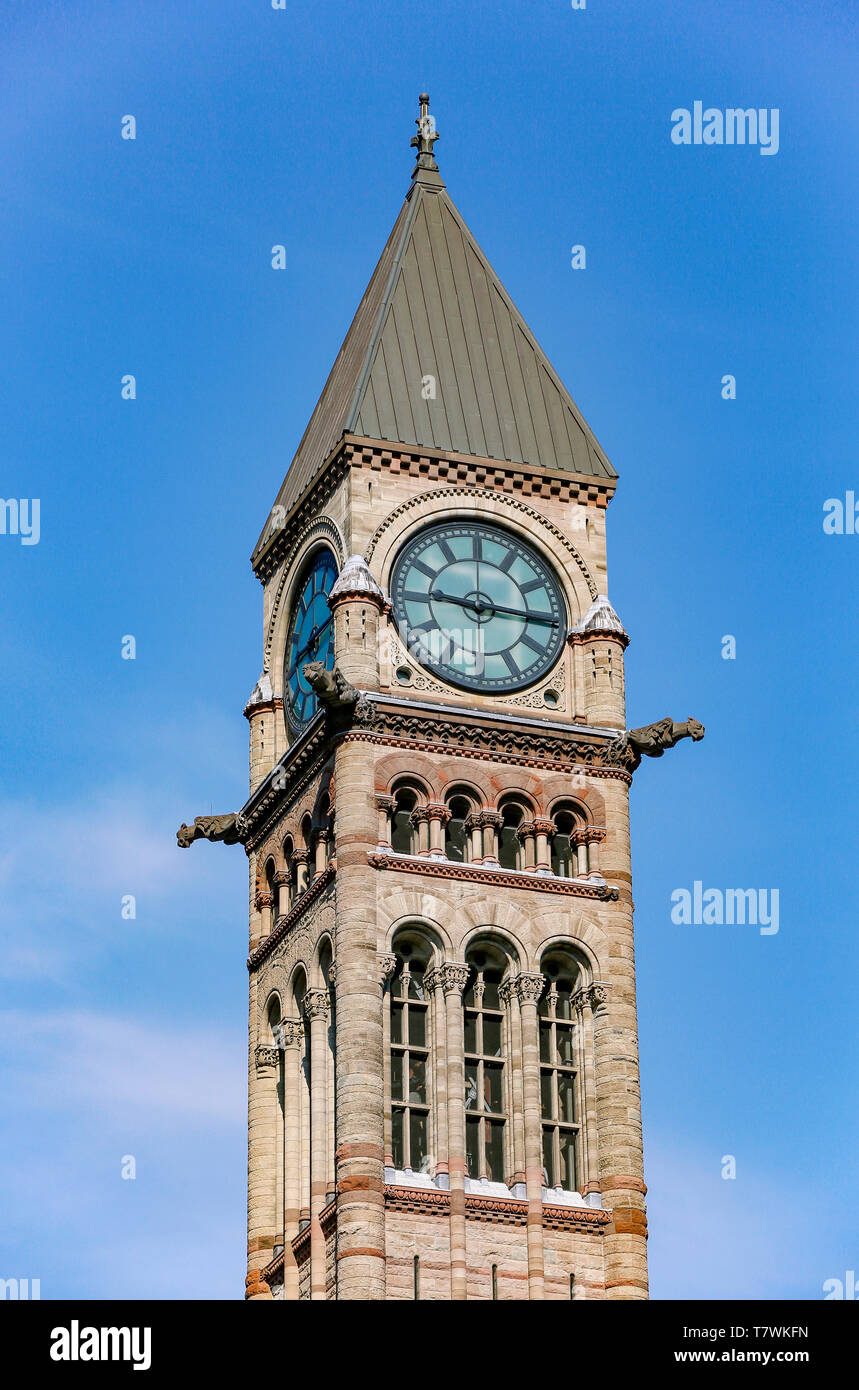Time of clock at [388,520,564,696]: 9:15
